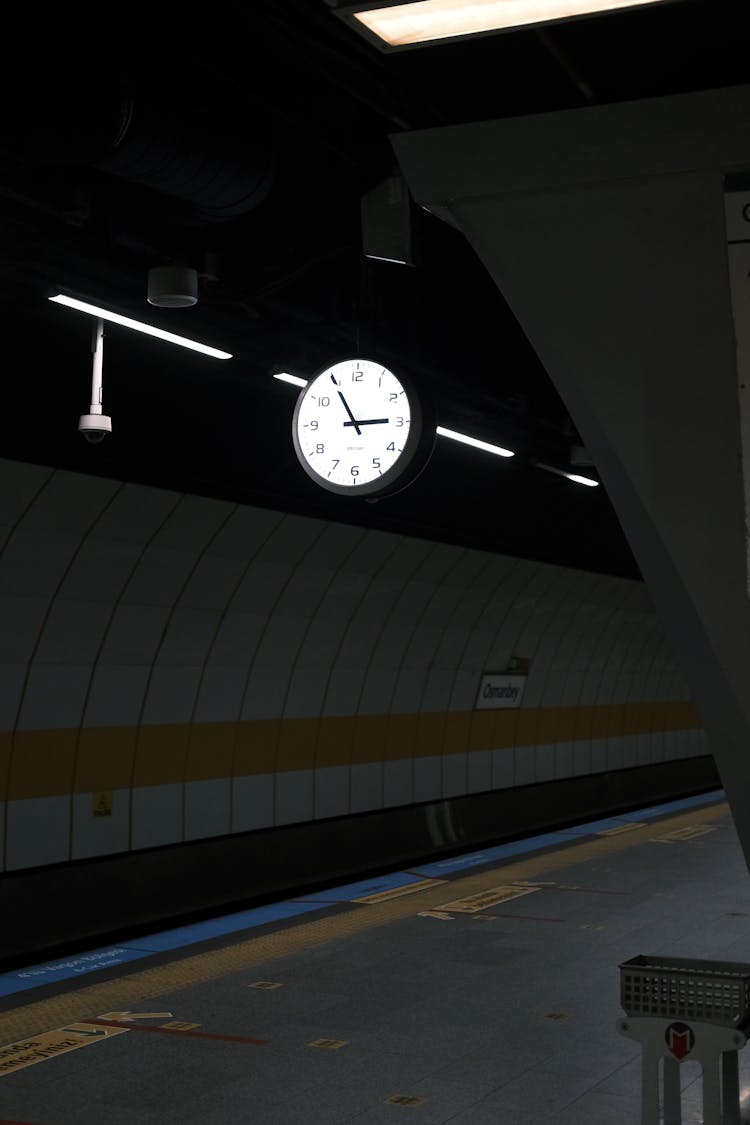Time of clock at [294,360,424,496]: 2:54
